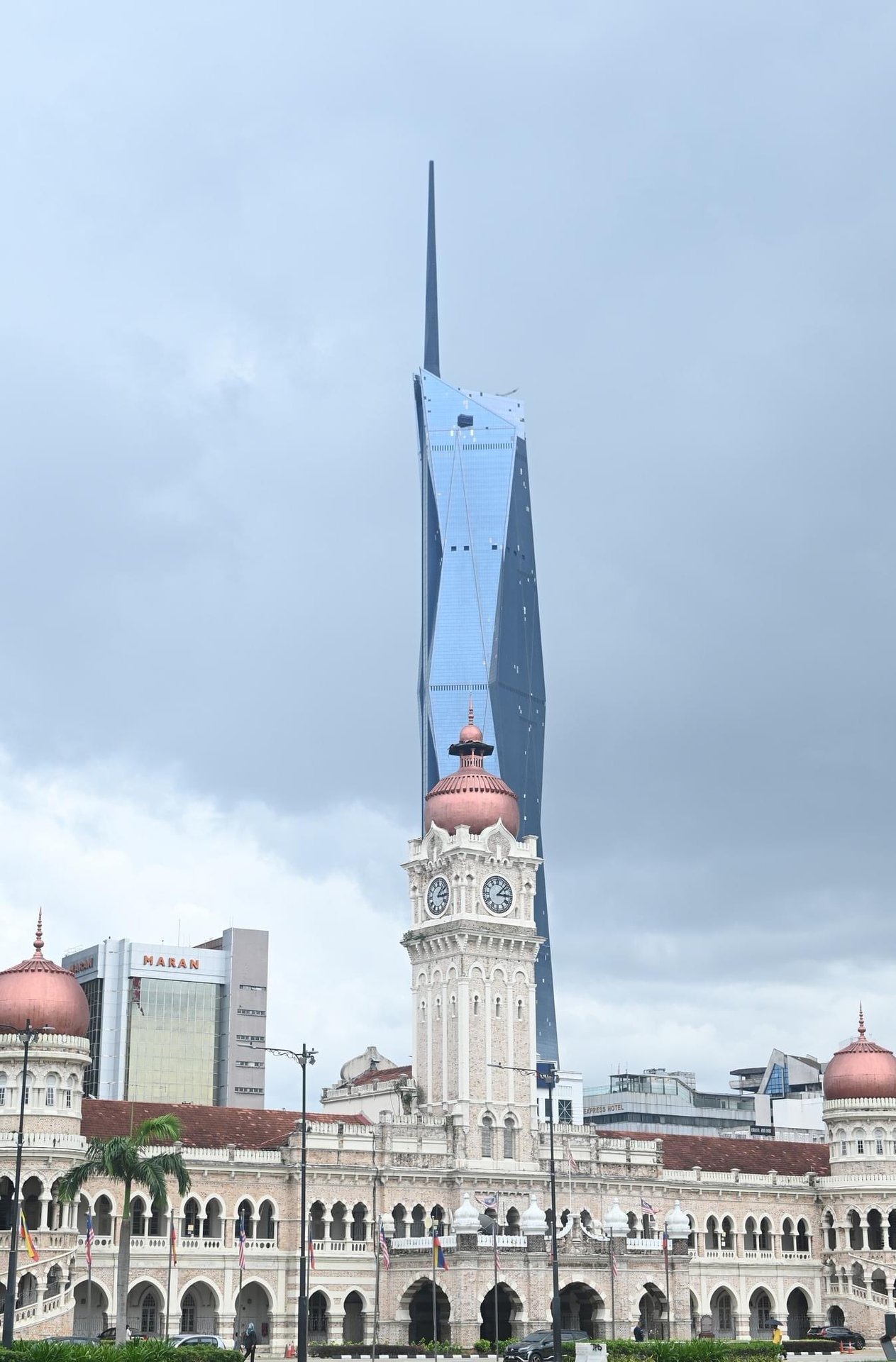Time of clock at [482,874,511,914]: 3:07
